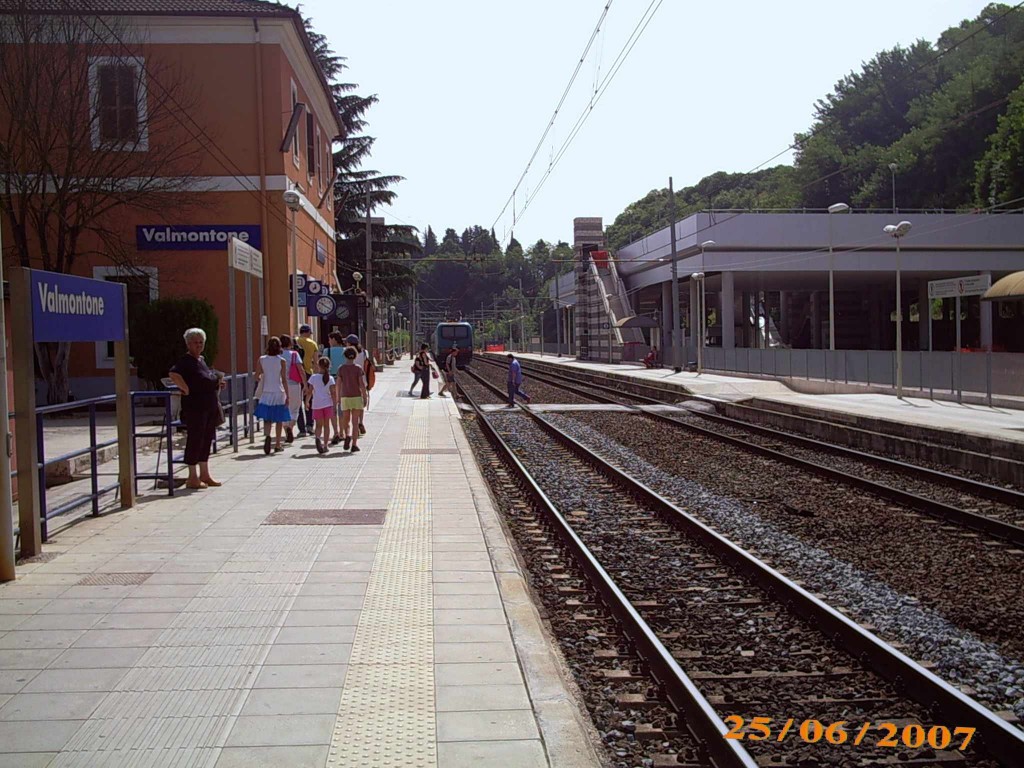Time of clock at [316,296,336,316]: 10:20
